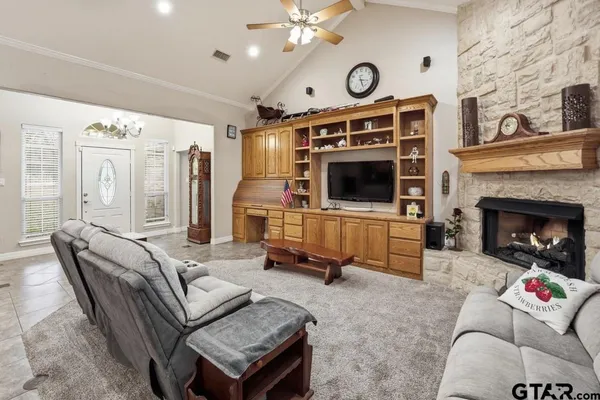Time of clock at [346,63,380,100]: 3:26
